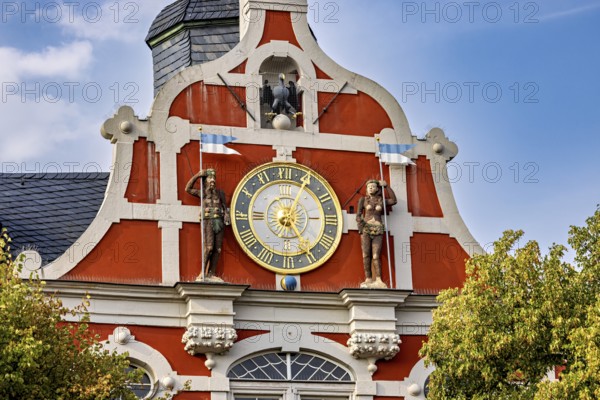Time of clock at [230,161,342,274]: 5:04
